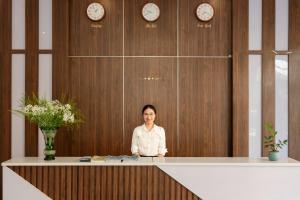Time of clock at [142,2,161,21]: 9:40
